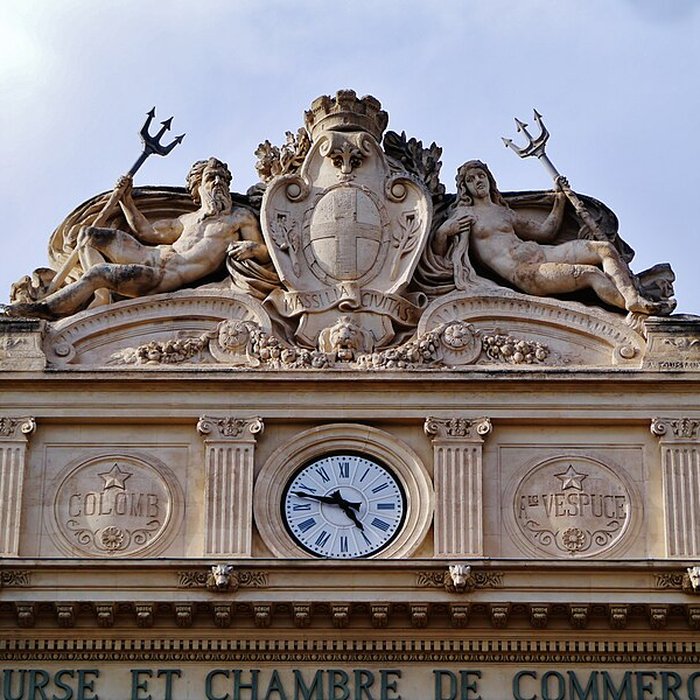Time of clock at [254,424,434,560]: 4:47
